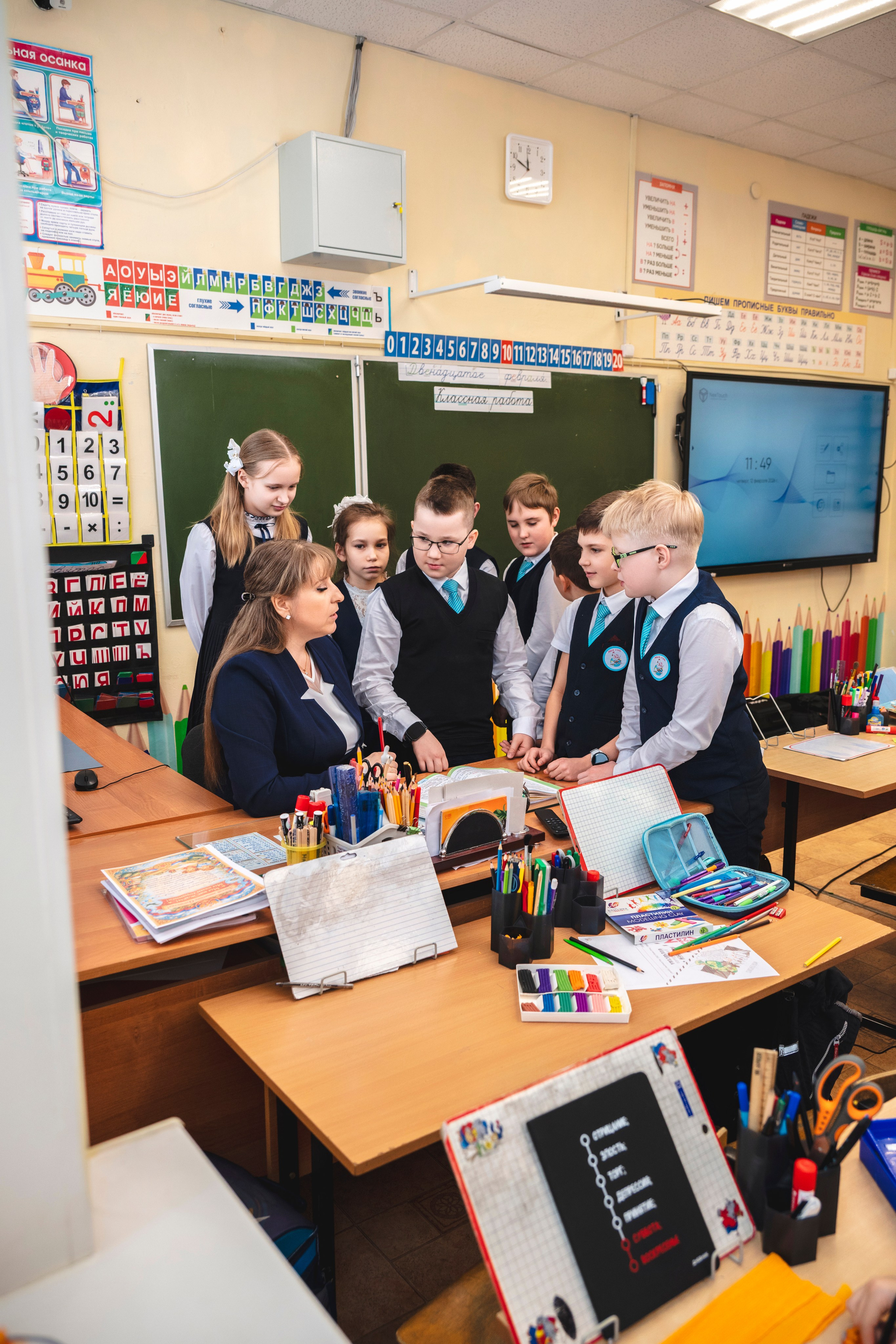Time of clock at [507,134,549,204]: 11:49
